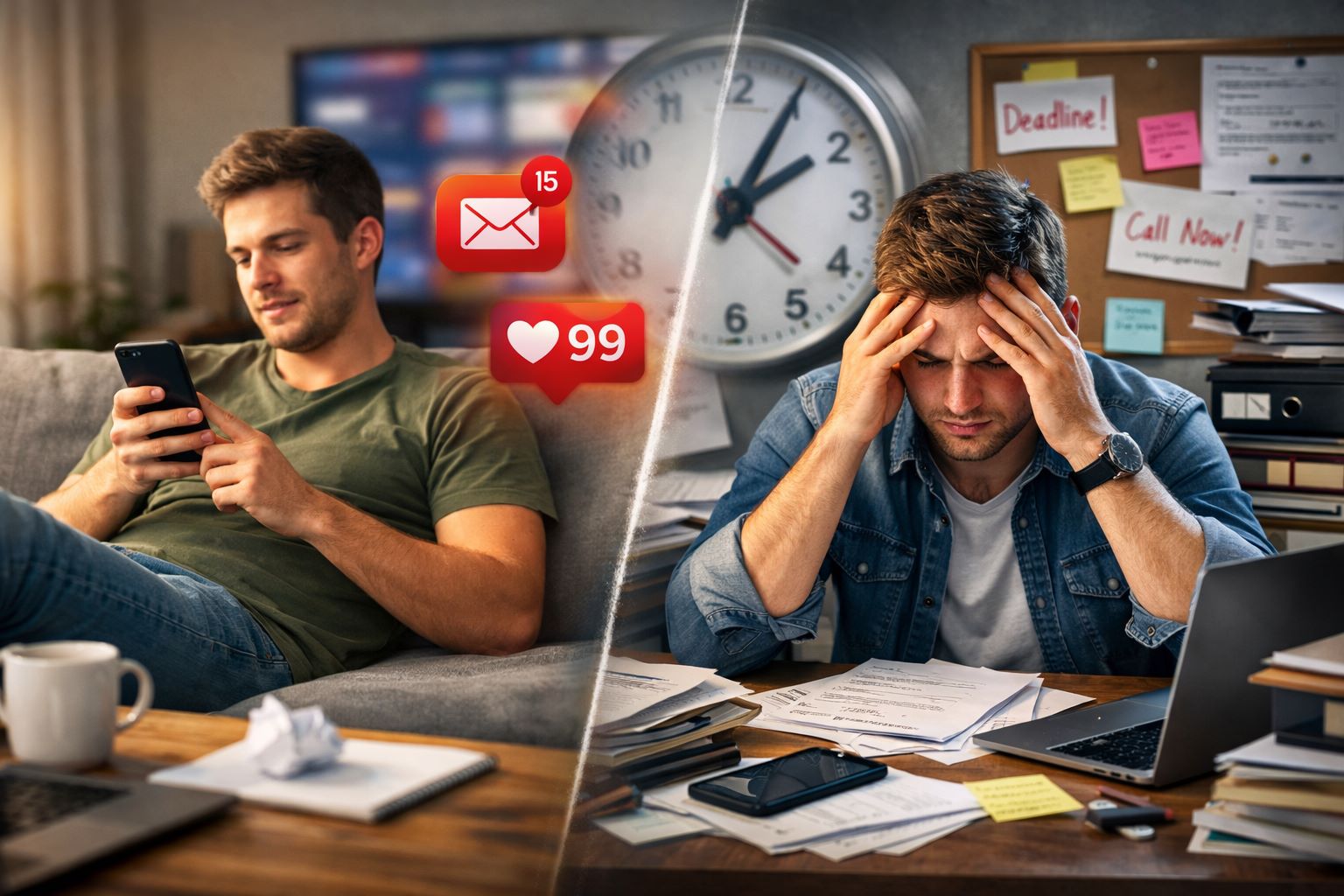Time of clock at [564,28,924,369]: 2:04
